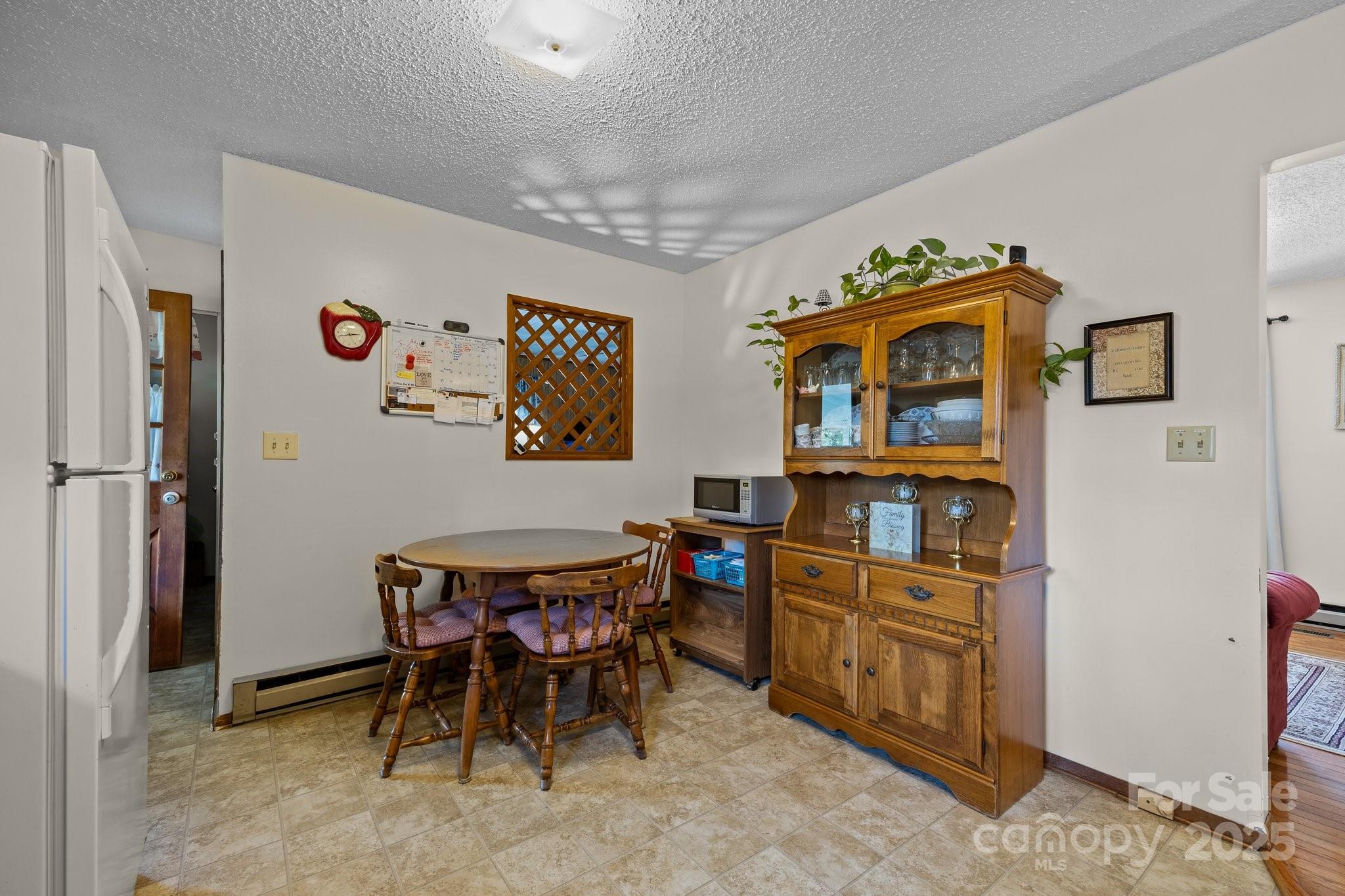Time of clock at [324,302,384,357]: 2:42
